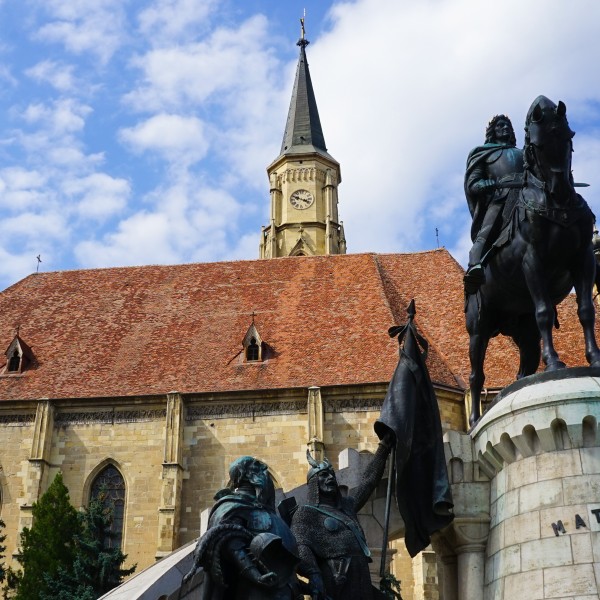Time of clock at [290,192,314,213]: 3:48
